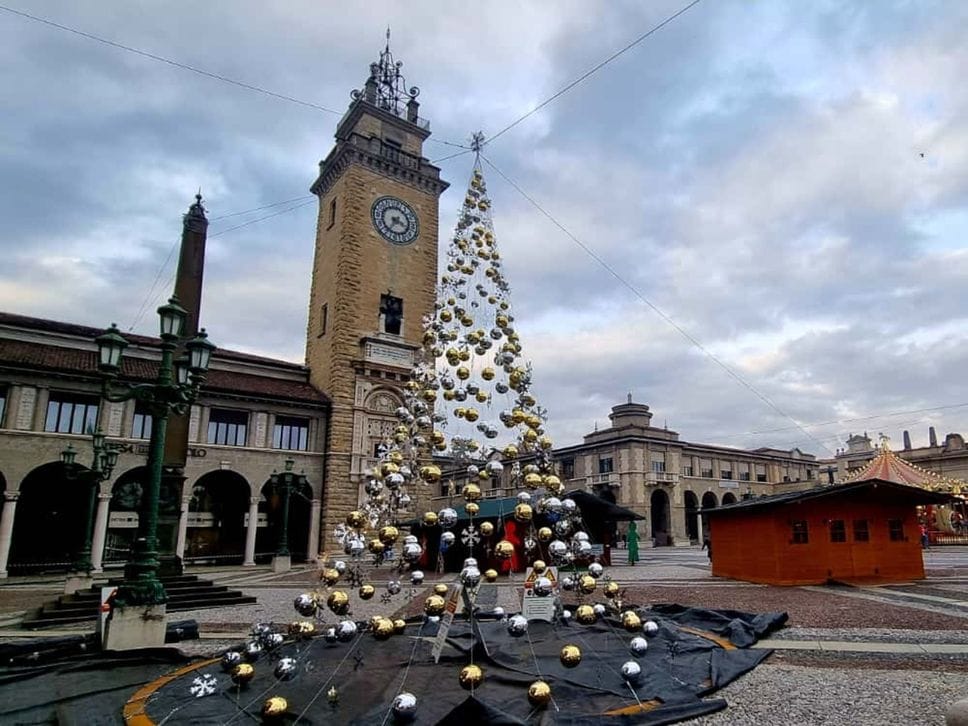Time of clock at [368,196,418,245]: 3:36
